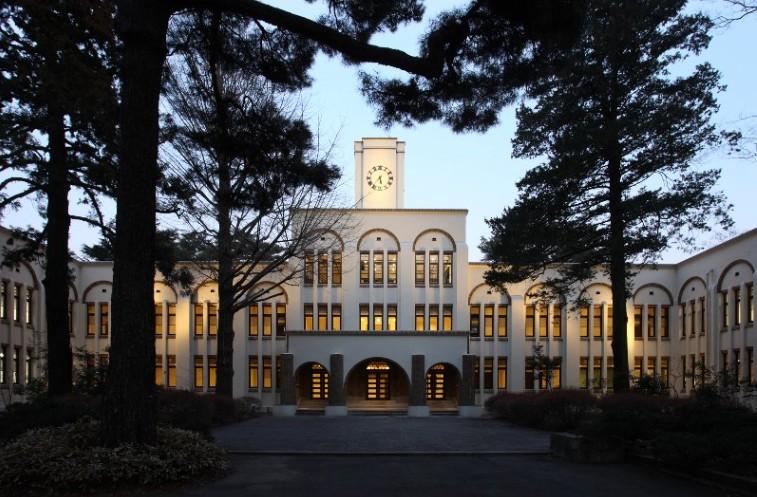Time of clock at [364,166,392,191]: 5:36
